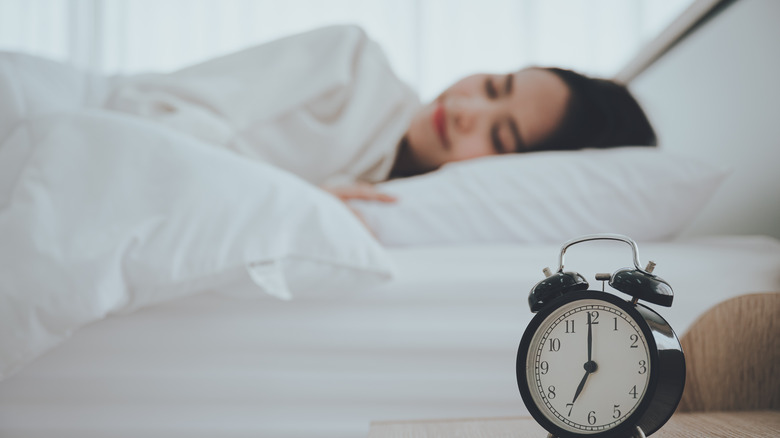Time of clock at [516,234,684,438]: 7:00
